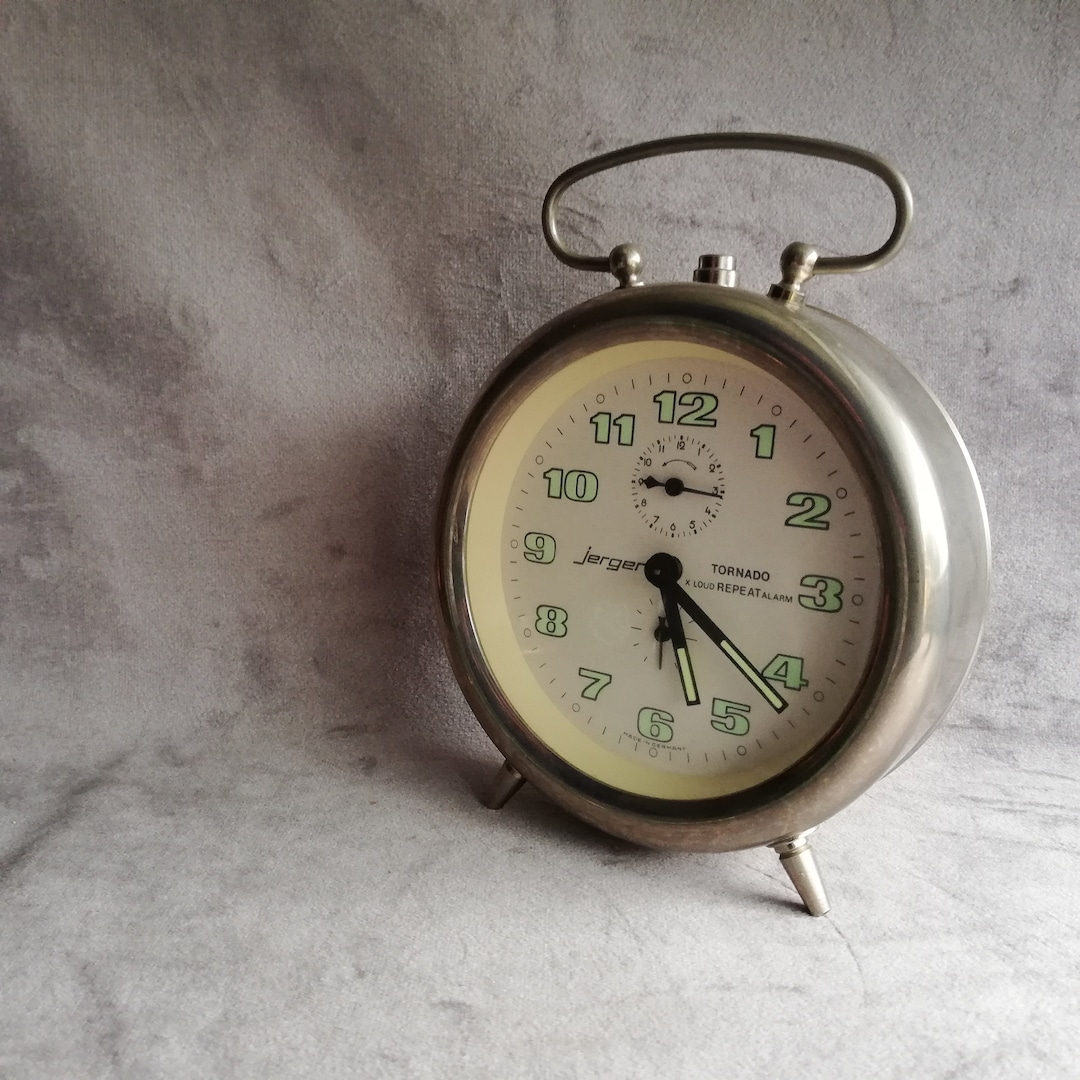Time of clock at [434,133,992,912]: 5:21
